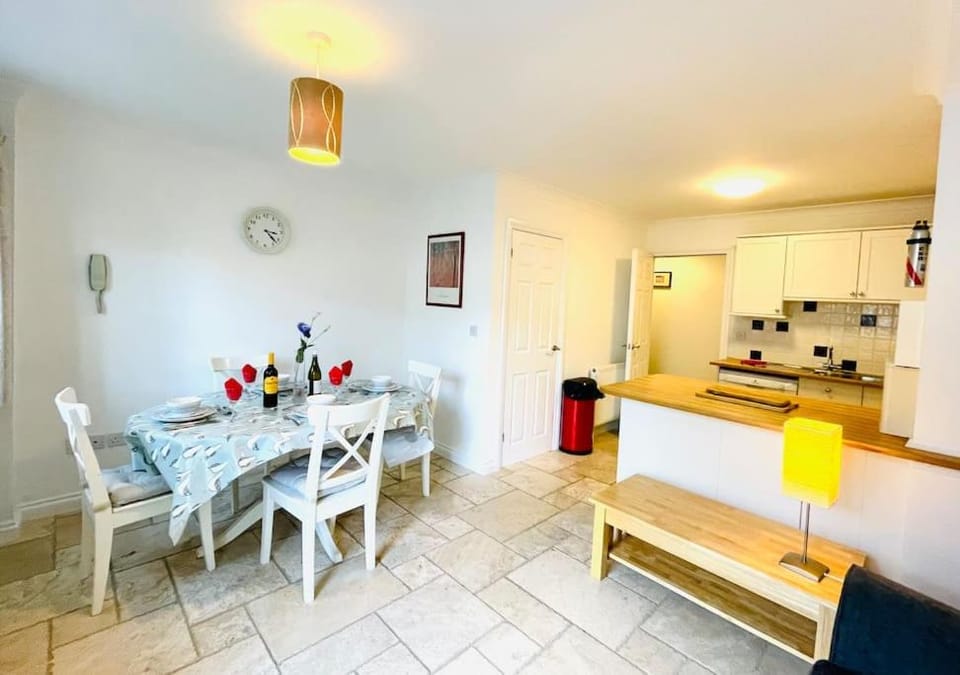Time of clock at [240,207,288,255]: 3:22
